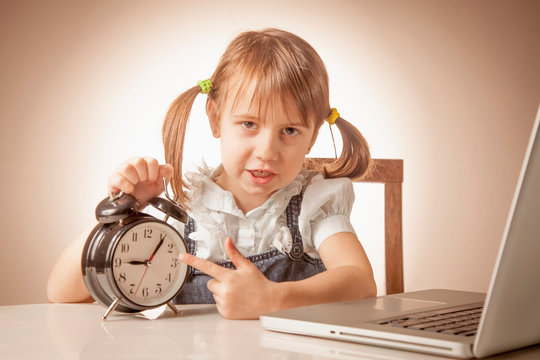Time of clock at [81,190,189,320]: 9:06
